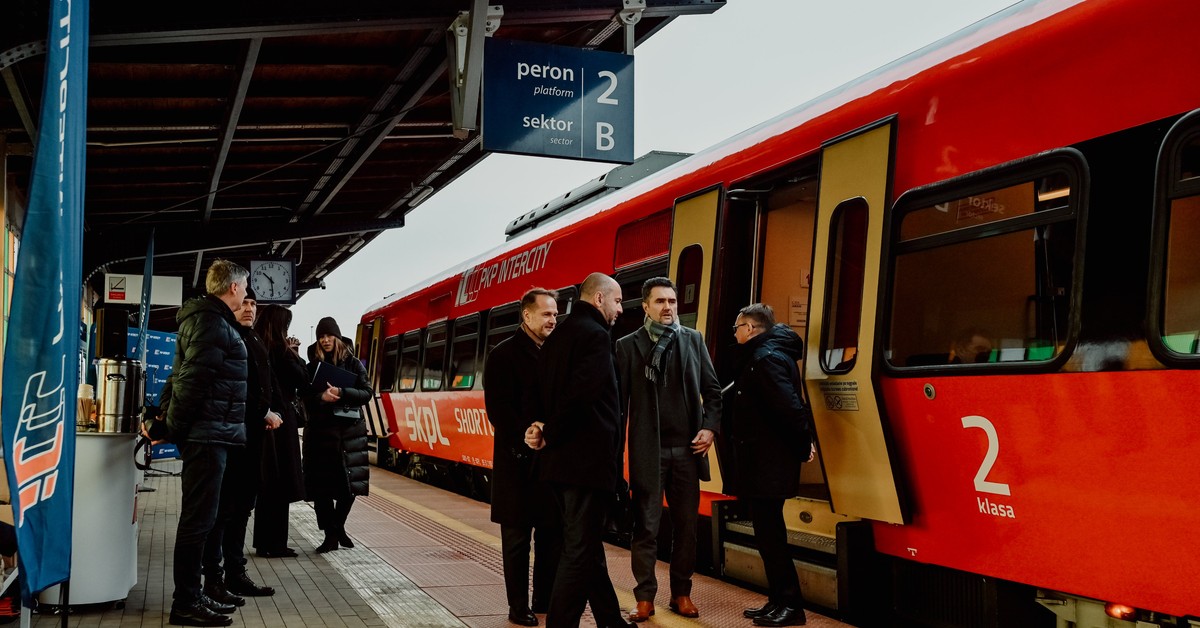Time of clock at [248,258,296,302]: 10:29
